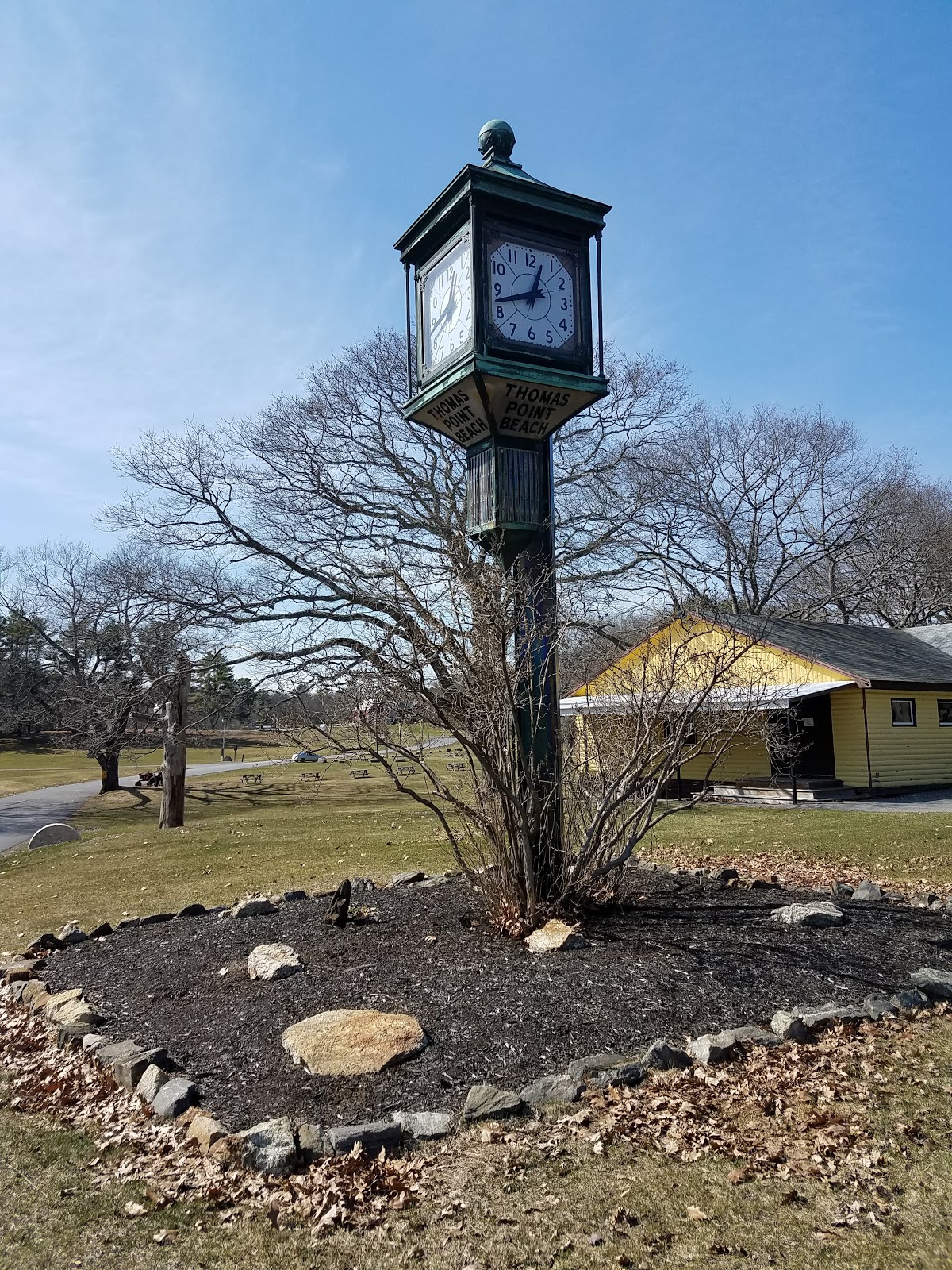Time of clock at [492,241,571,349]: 12:42
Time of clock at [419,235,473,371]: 12:42
